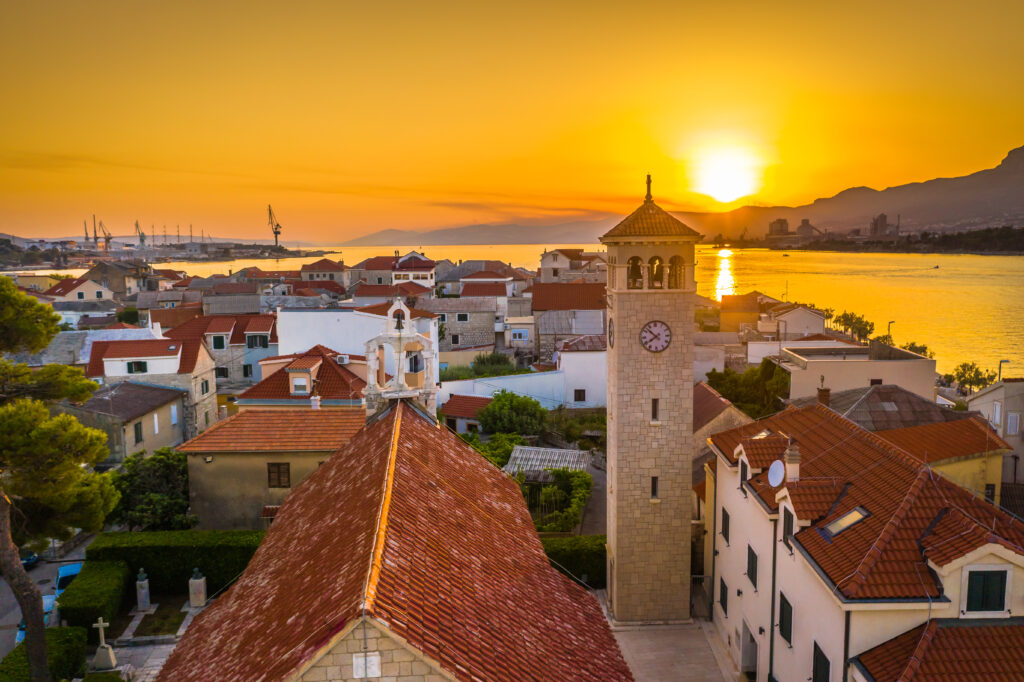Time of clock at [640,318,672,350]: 7:52
